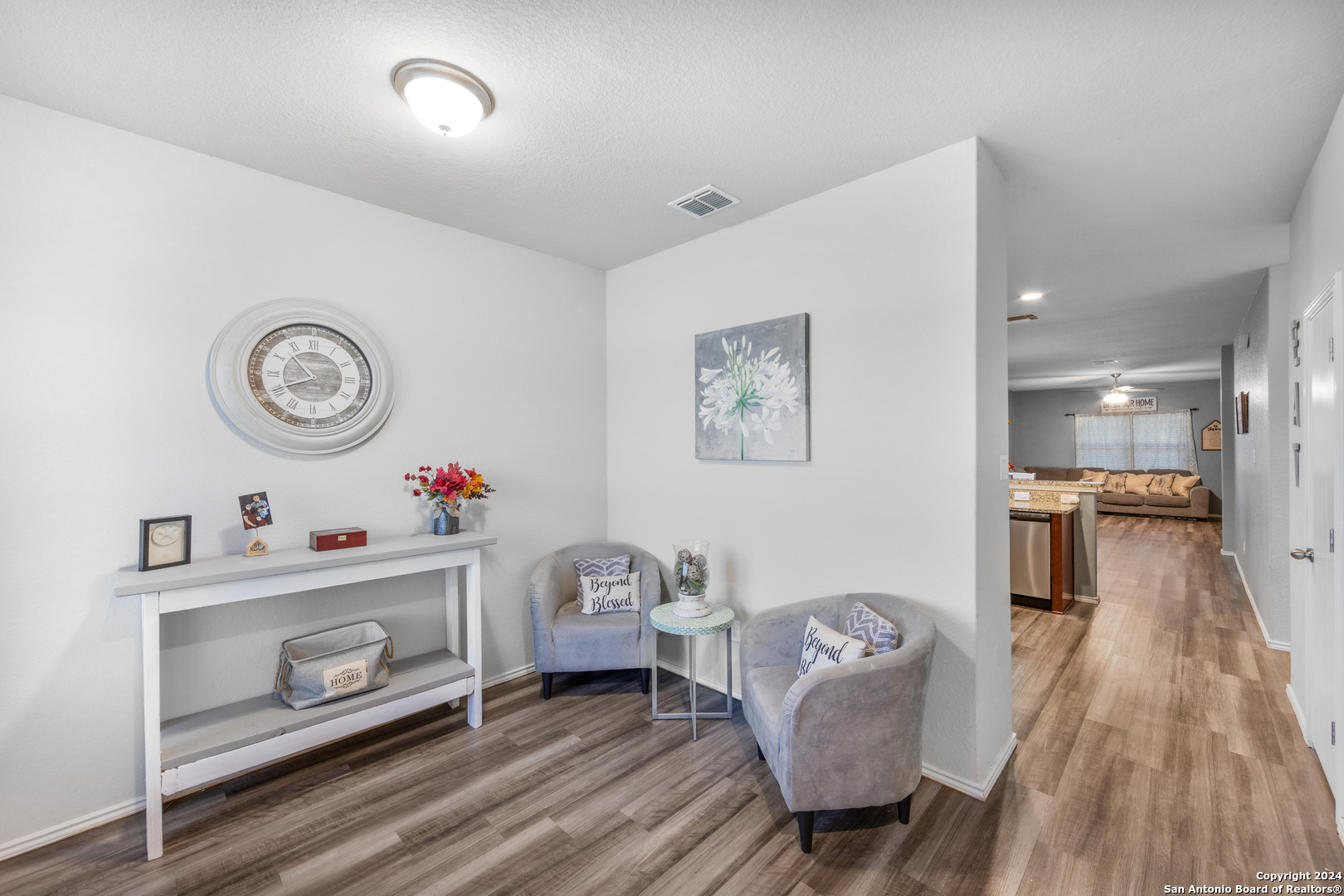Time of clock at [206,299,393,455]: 10:42
